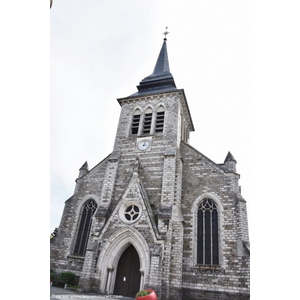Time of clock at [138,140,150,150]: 3:02
